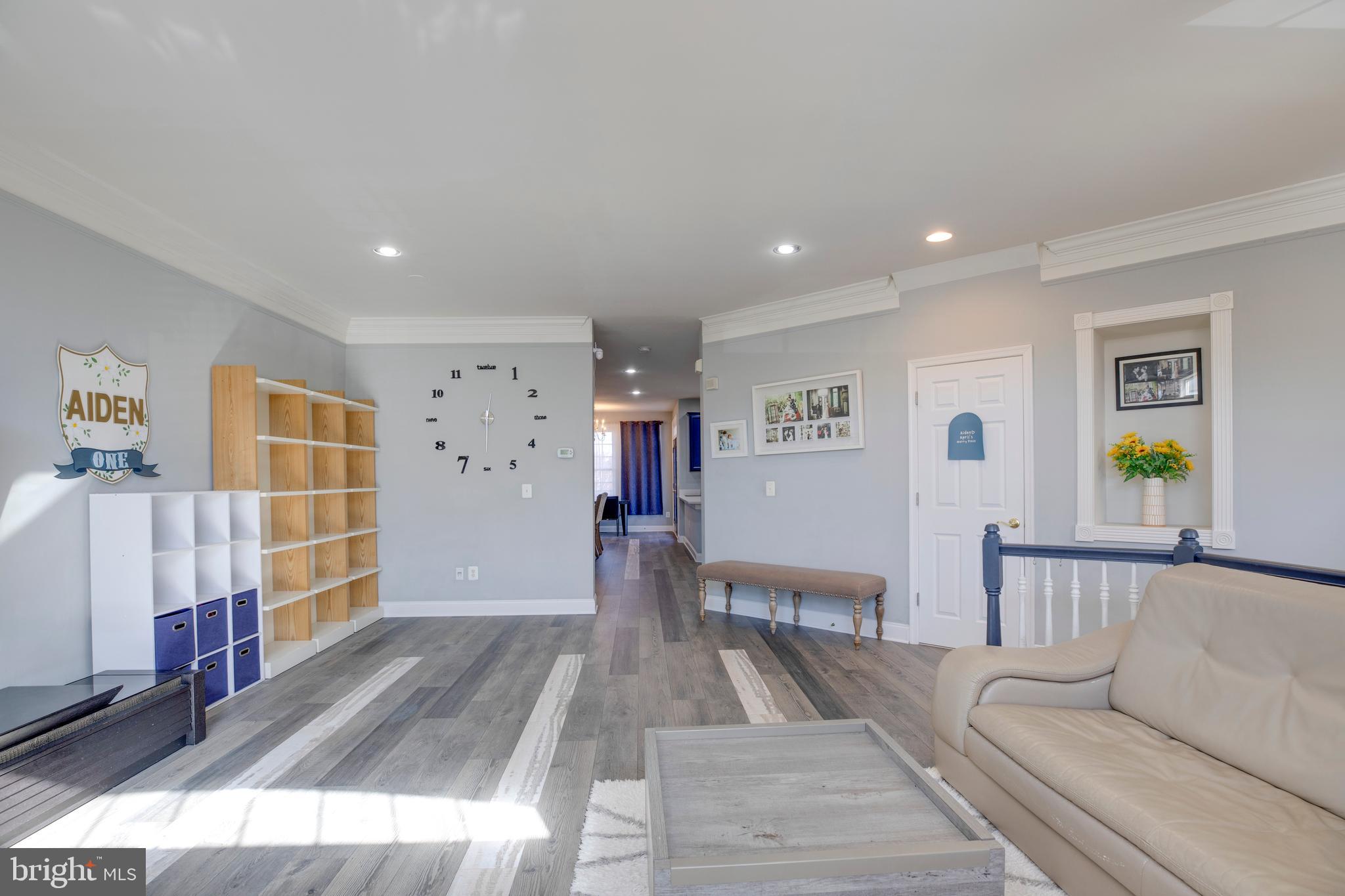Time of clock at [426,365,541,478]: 12:30
